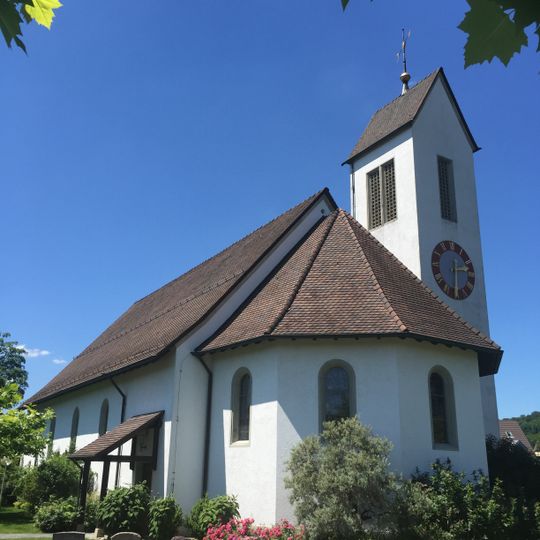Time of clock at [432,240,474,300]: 12:13
